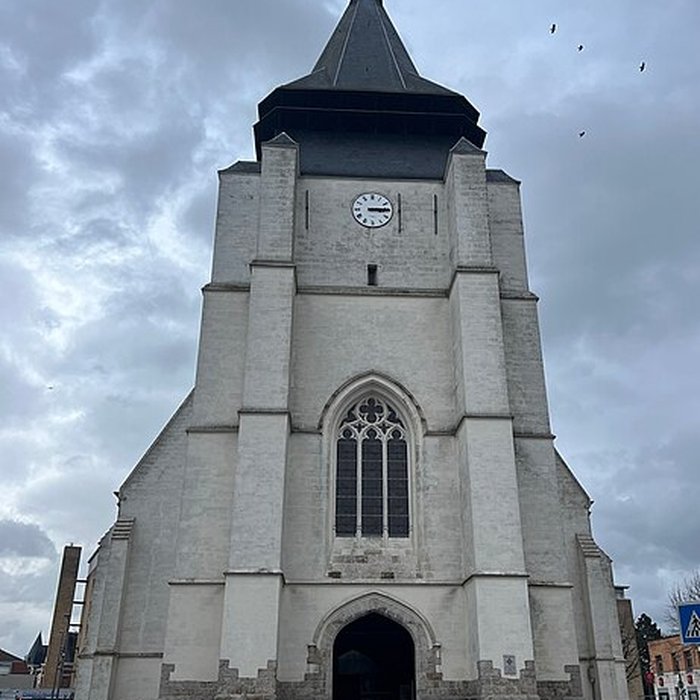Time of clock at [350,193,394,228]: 3:14
